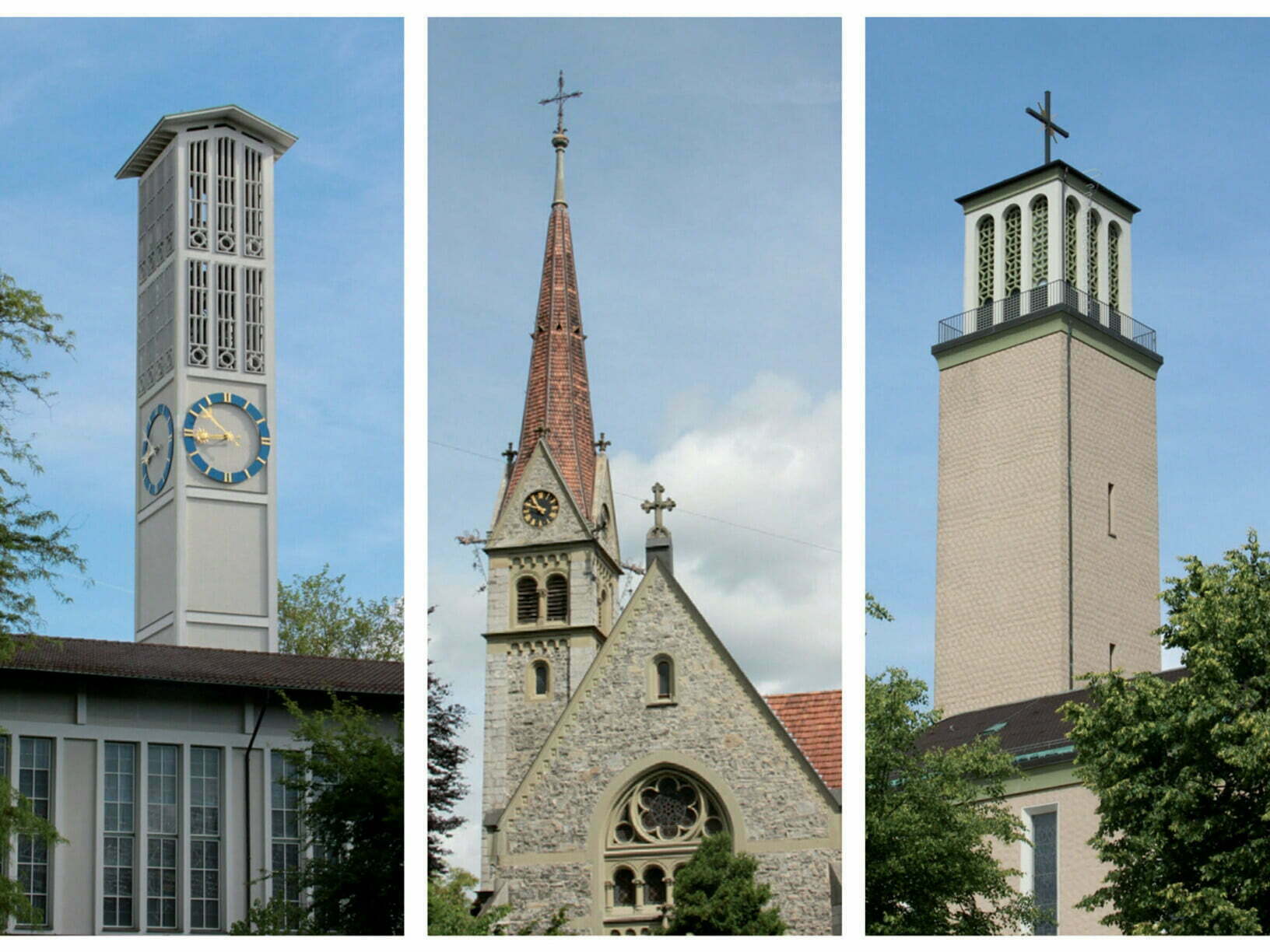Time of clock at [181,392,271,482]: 8:52
